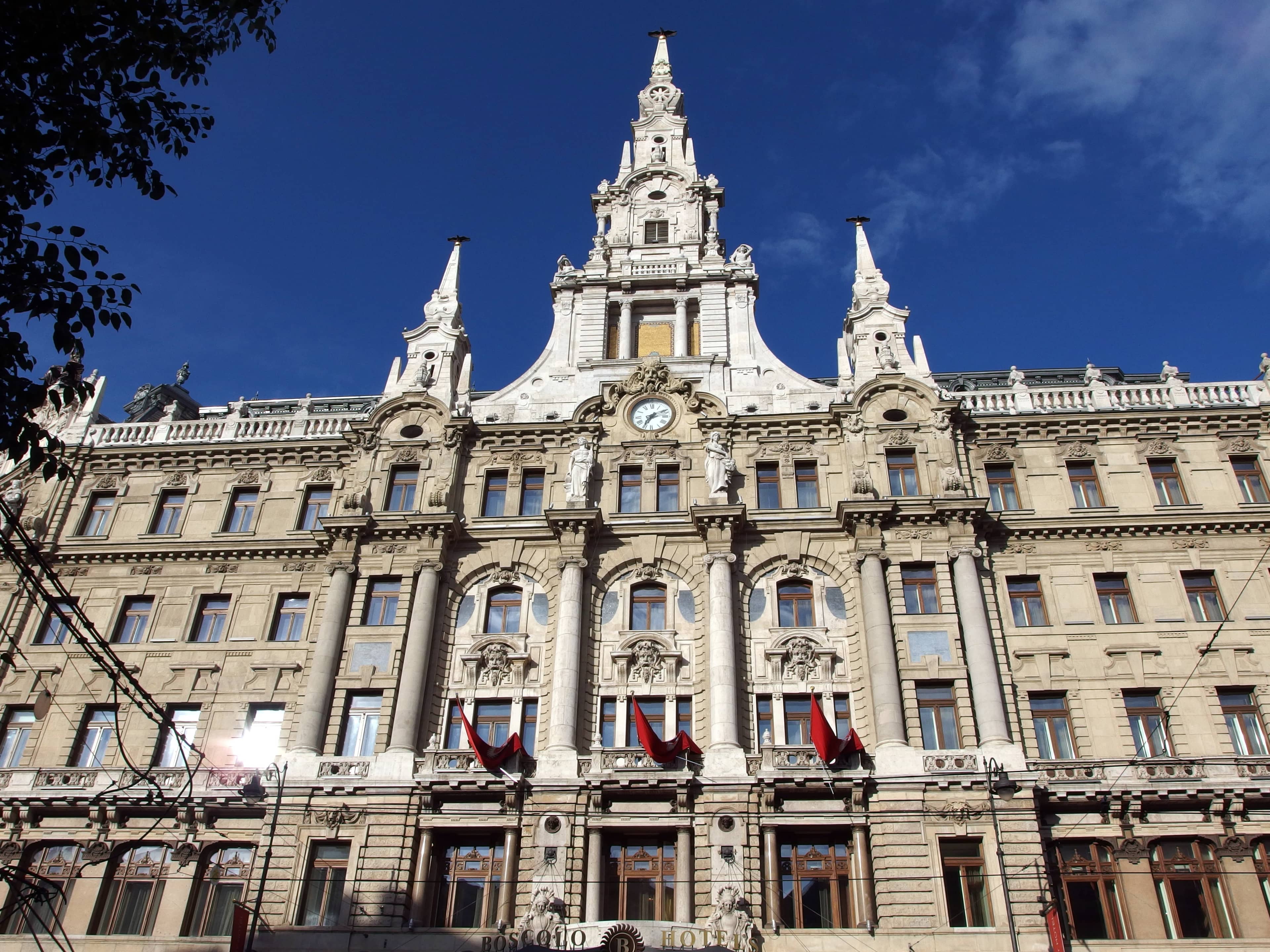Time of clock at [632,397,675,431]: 7:10
